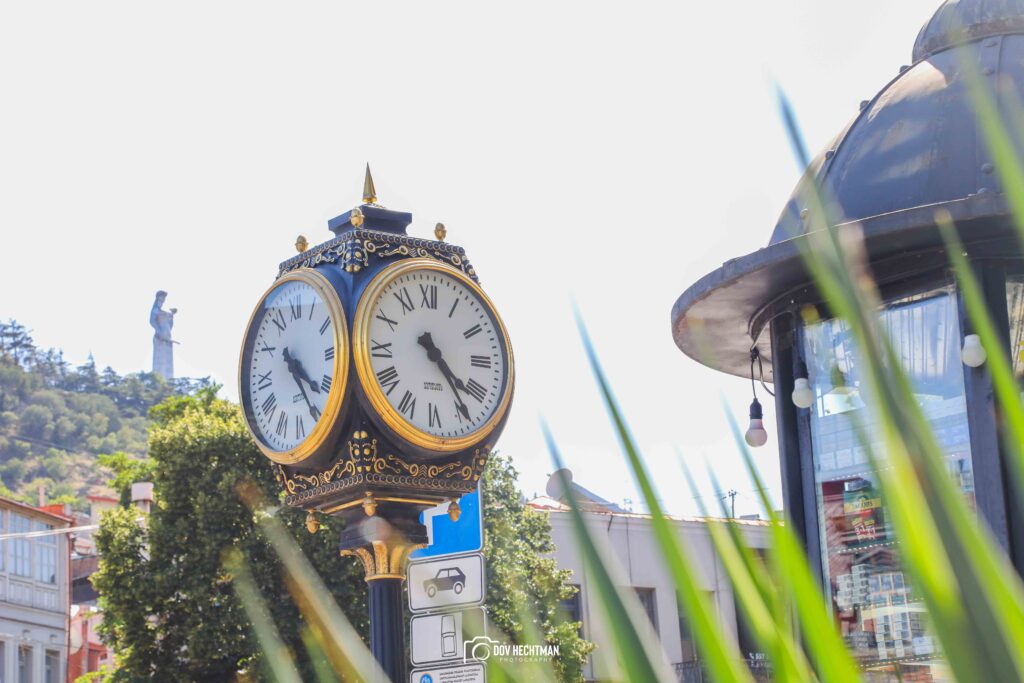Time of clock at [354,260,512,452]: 4:24
